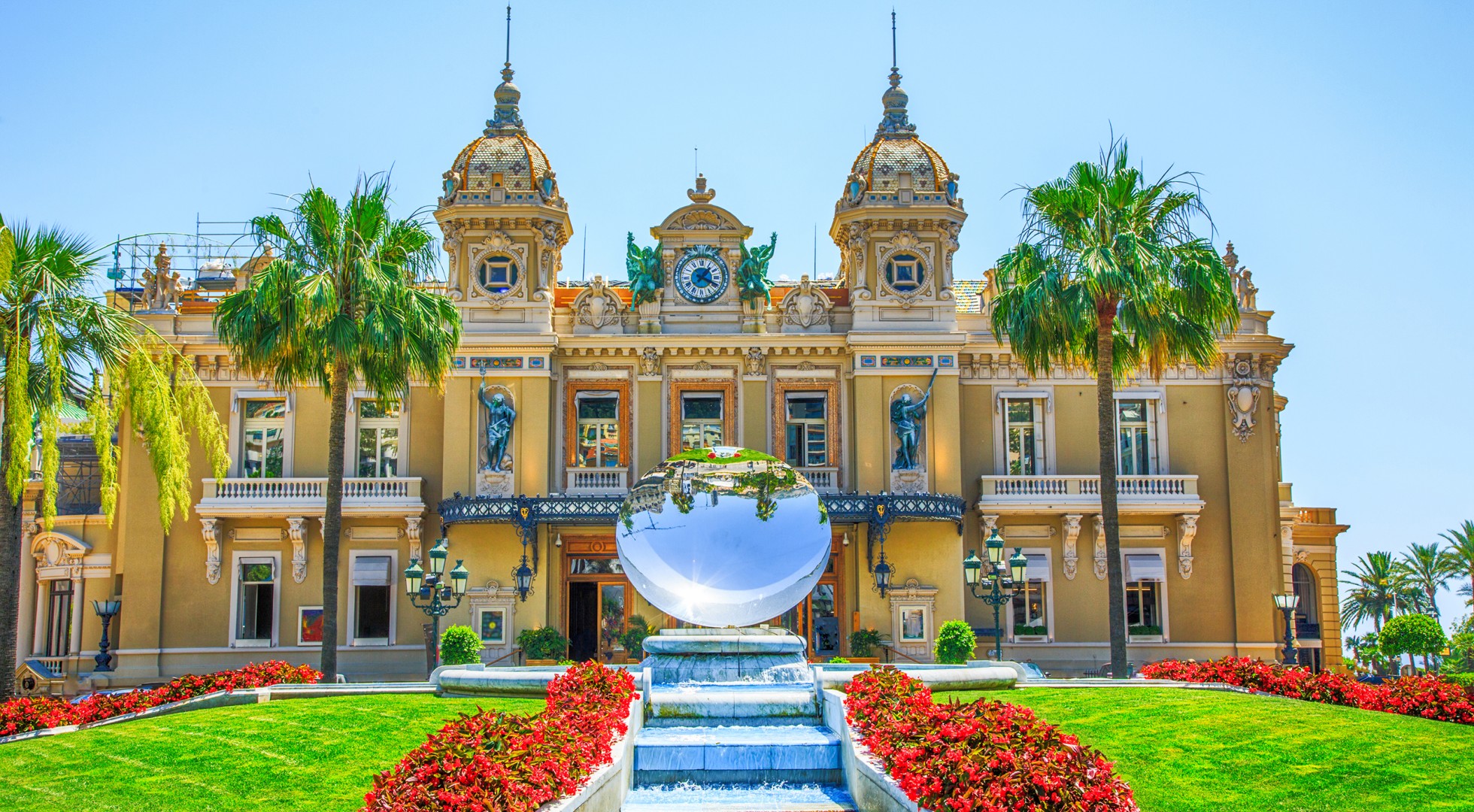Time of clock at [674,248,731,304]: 1:18
